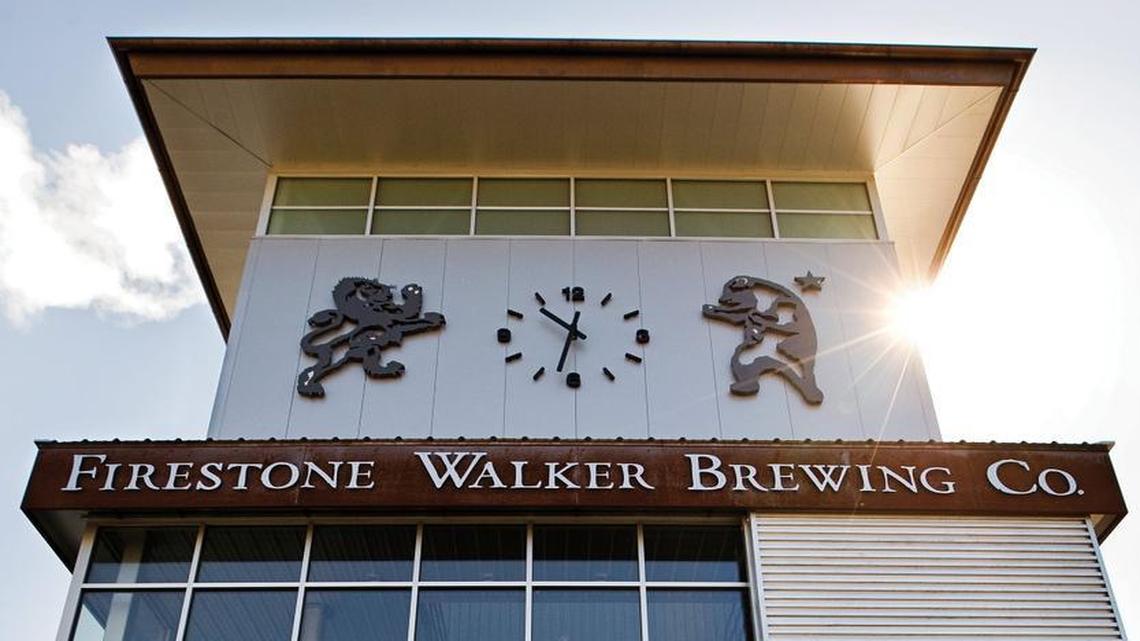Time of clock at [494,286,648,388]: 10:32
